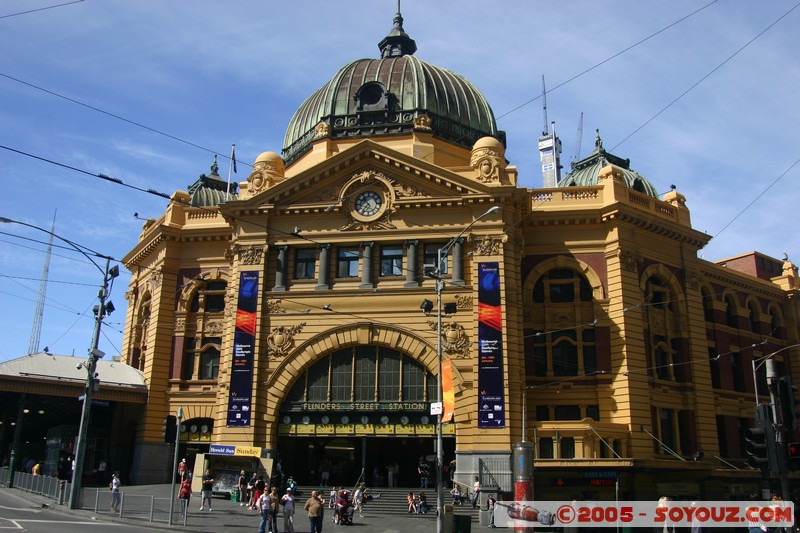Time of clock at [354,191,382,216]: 10:36
